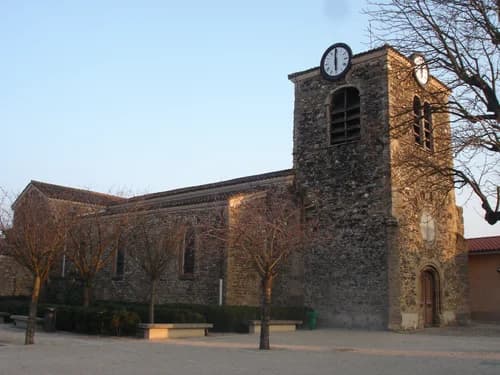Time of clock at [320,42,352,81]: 6:00
